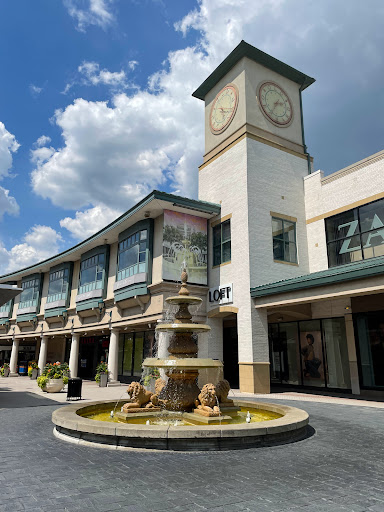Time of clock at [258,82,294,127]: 2:35
